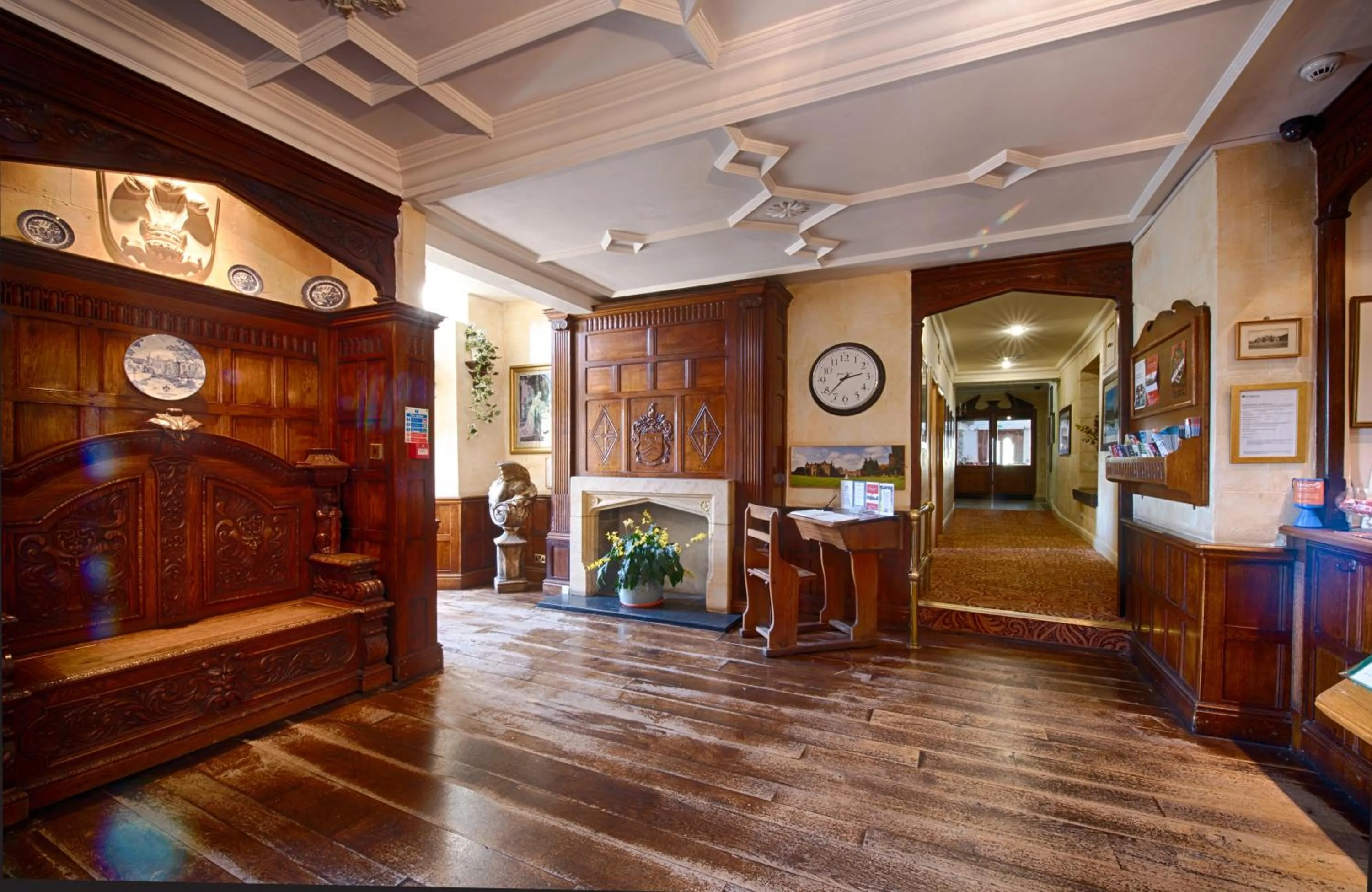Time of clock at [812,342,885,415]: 2:37
